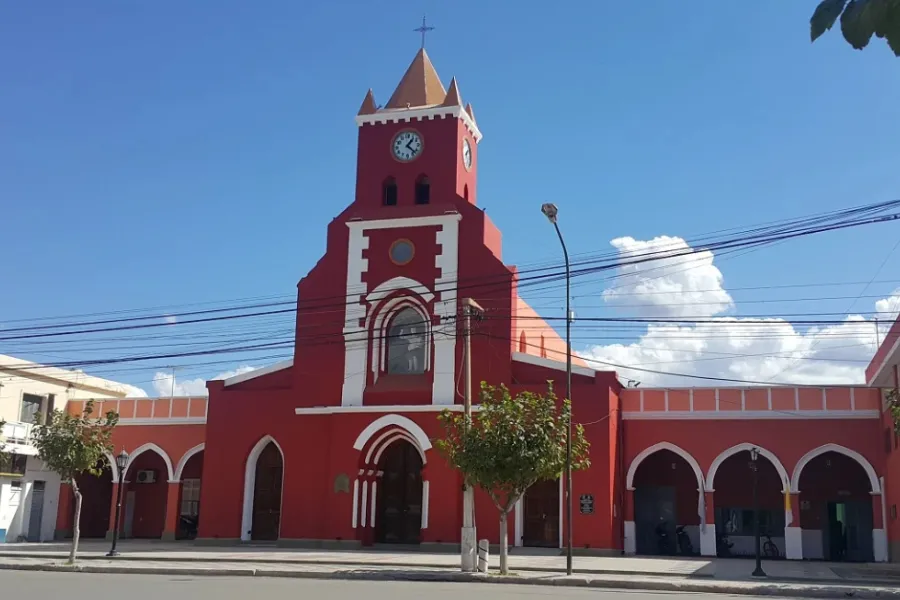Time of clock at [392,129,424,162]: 1:22
